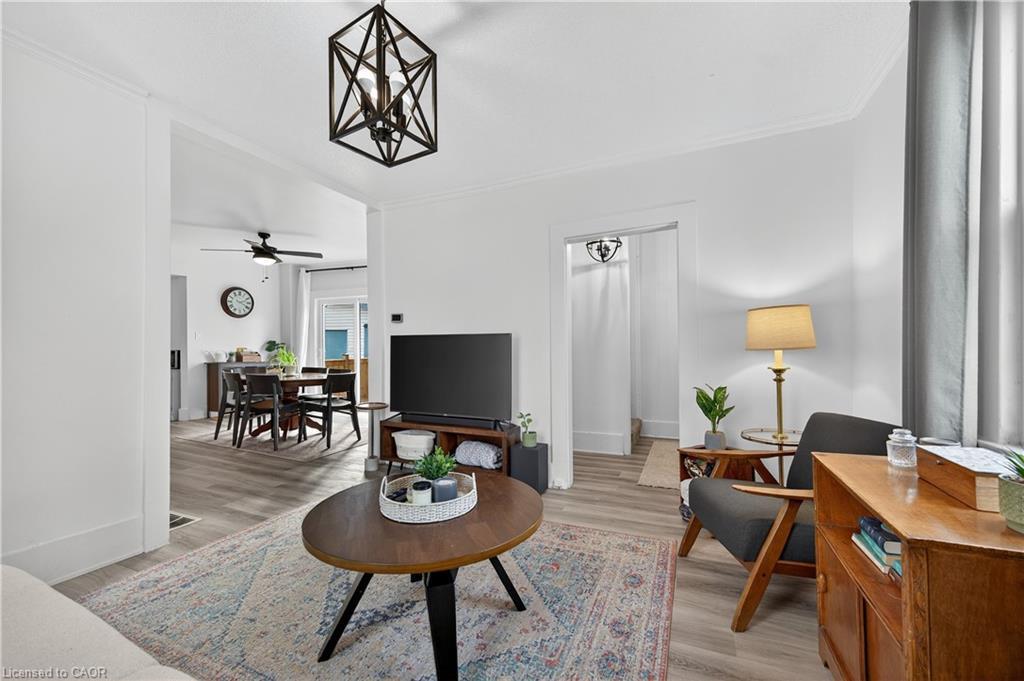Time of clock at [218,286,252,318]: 2:19
